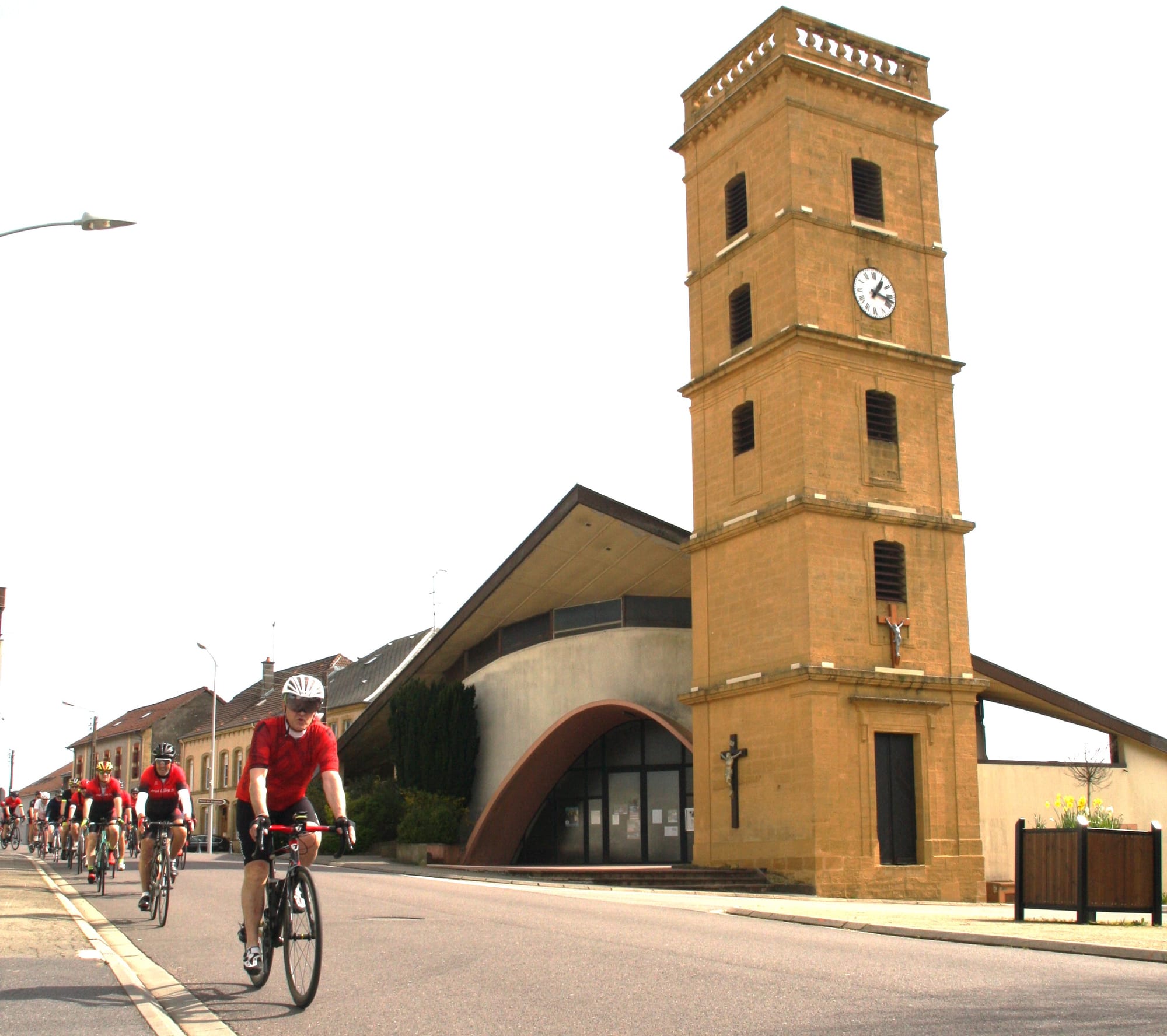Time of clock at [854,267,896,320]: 1:17
